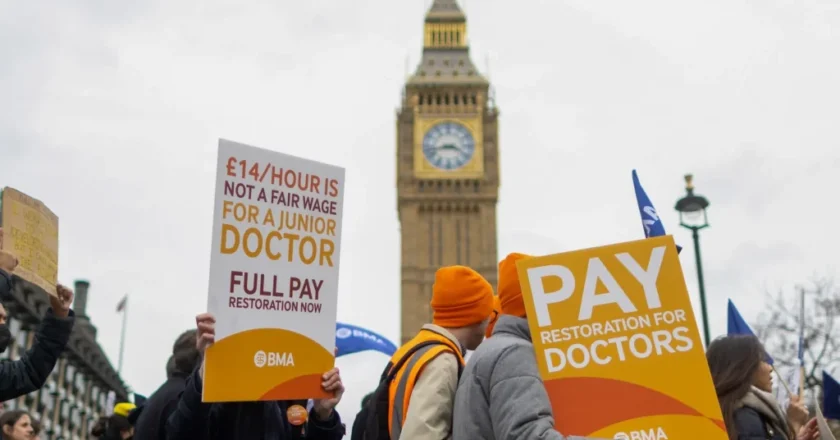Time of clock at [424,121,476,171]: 3:42
